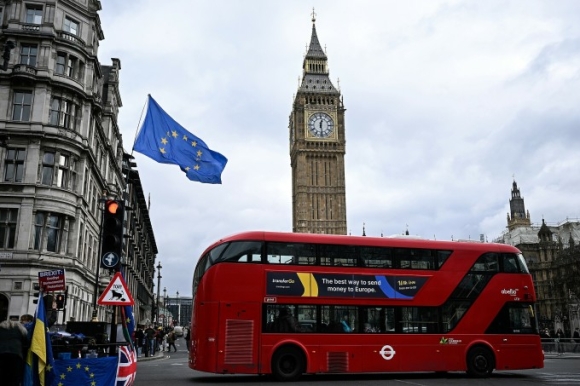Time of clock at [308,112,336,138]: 12:28
